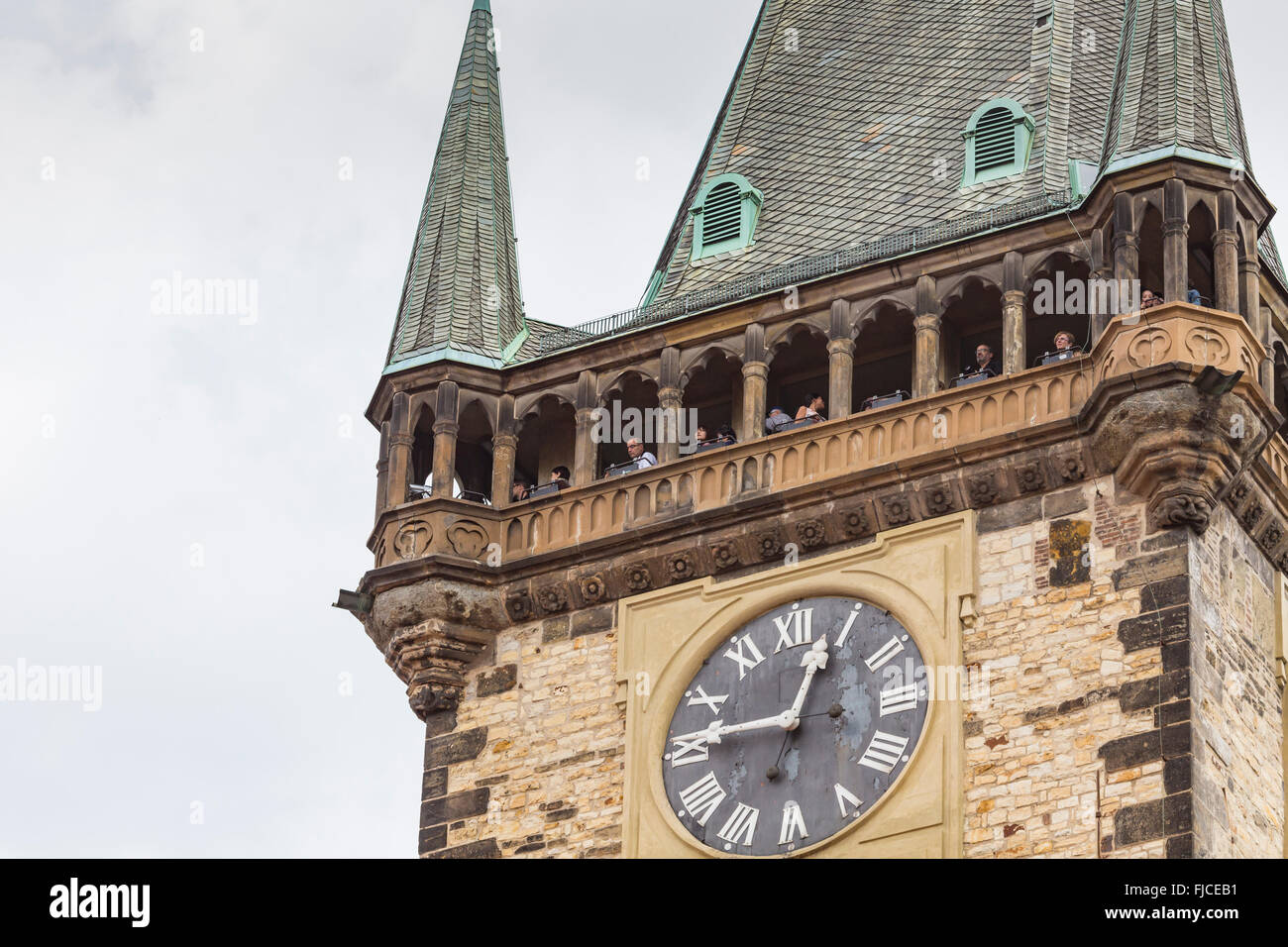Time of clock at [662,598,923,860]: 12:46
